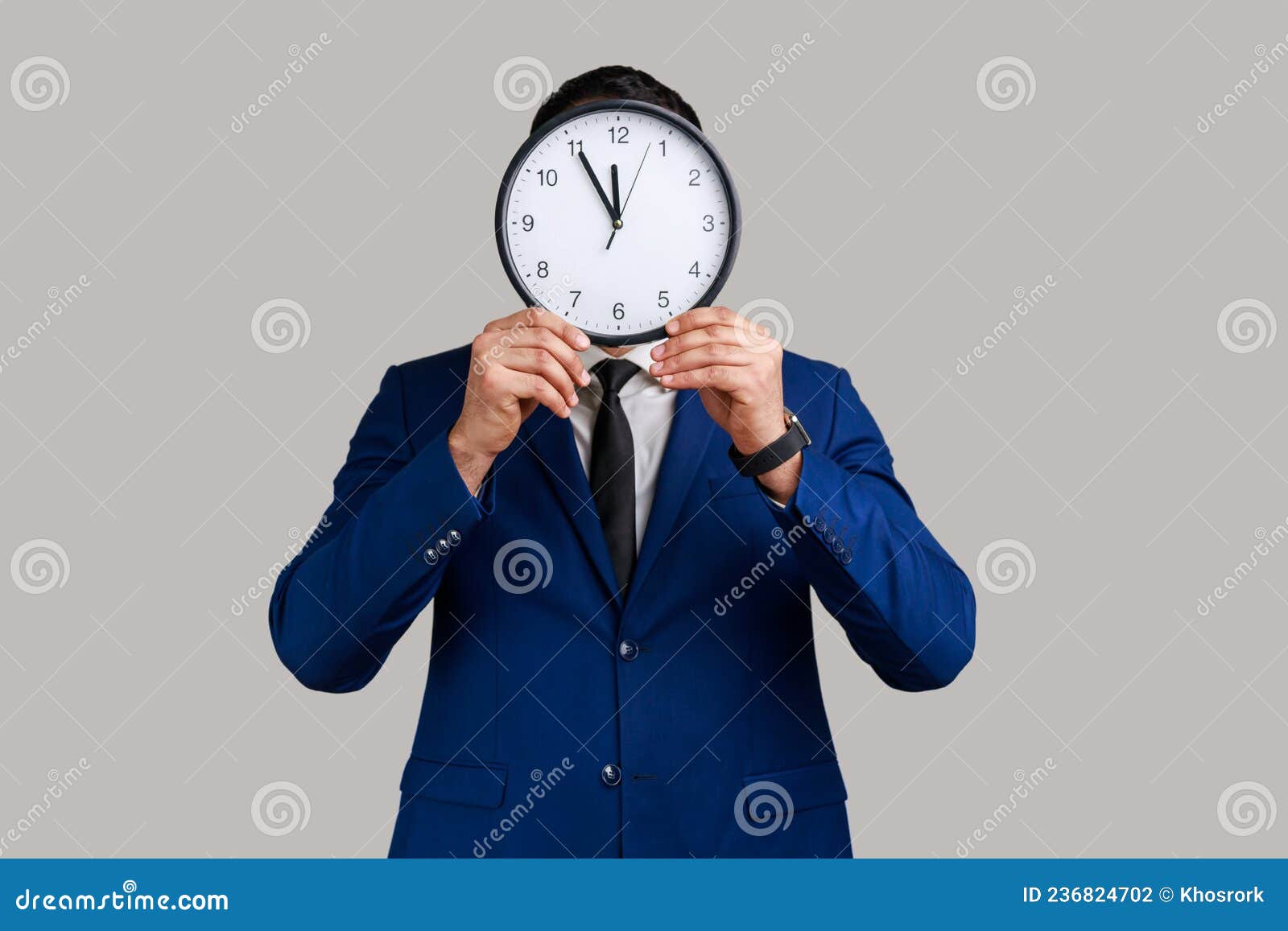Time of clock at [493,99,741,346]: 11:54
